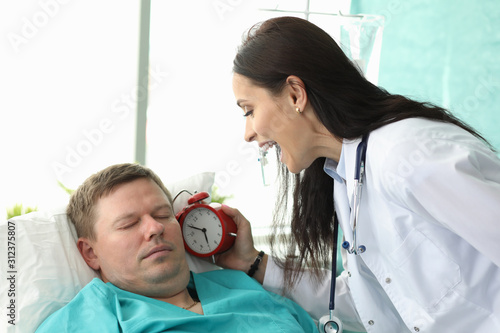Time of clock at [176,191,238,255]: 5:49
